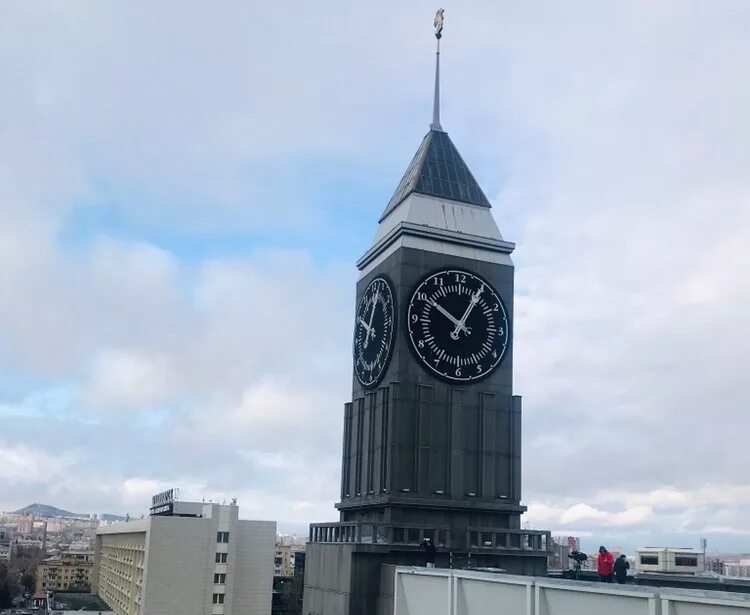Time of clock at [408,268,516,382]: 10:05
